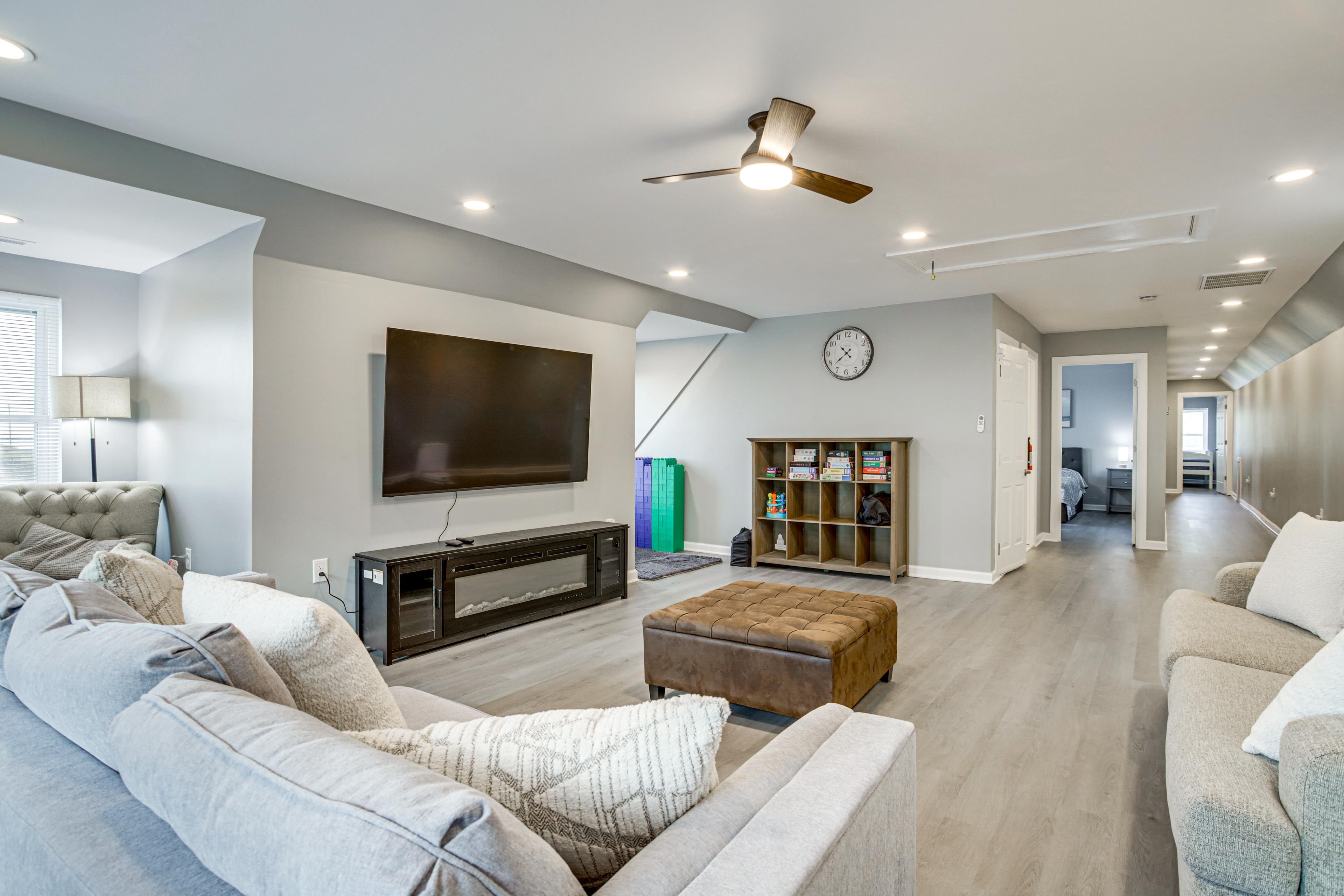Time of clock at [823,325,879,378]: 10:38
